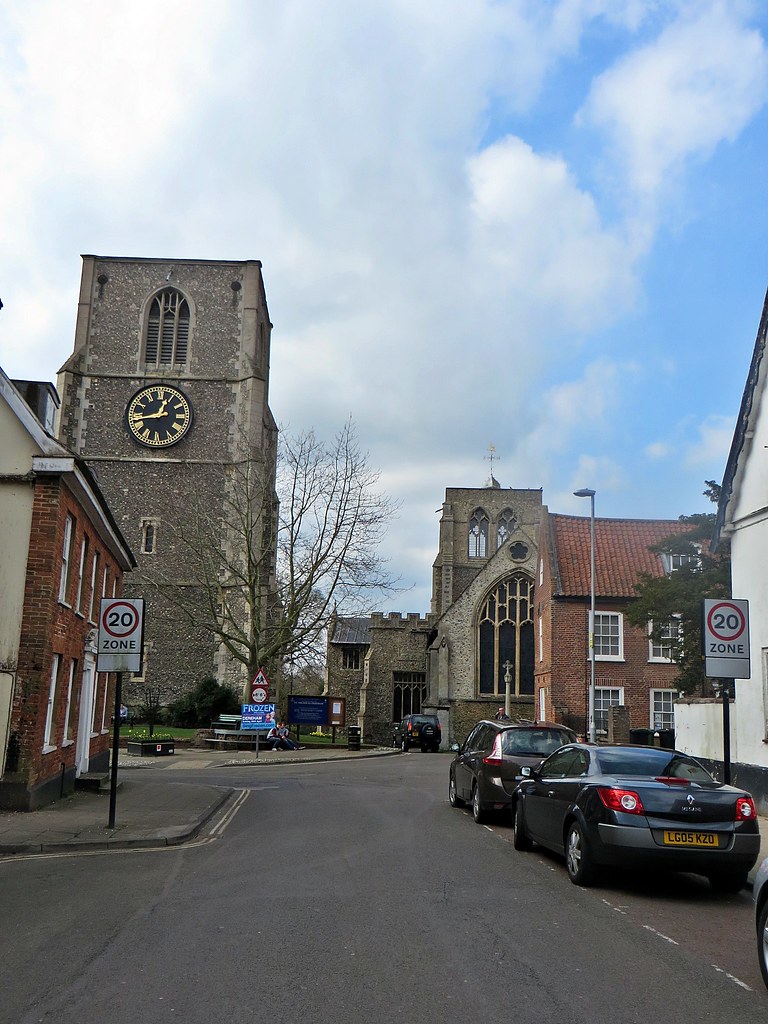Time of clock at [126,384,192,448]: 12:43
